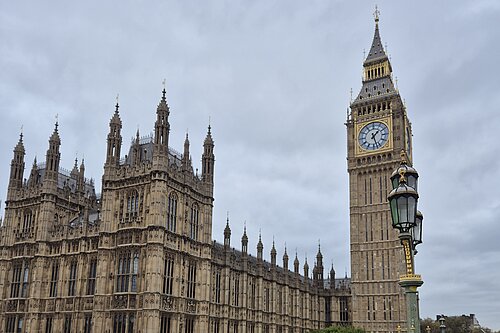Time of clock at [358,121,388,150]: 1:27
